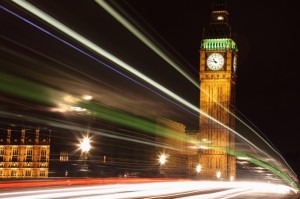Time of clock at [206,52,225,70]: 10:47
